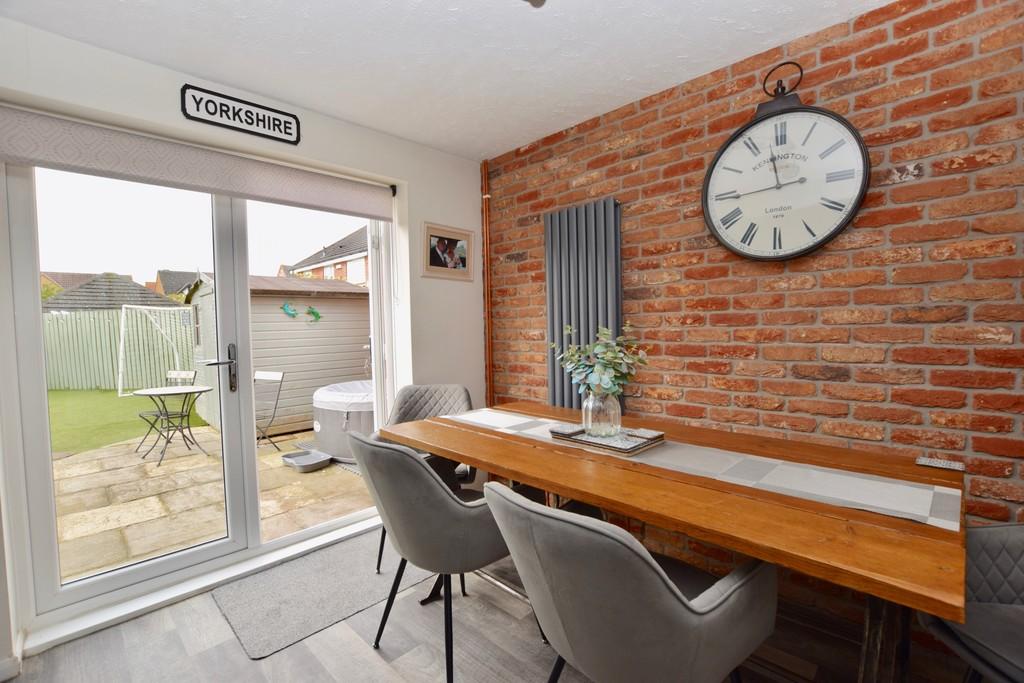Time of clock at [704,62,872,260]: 11:43
